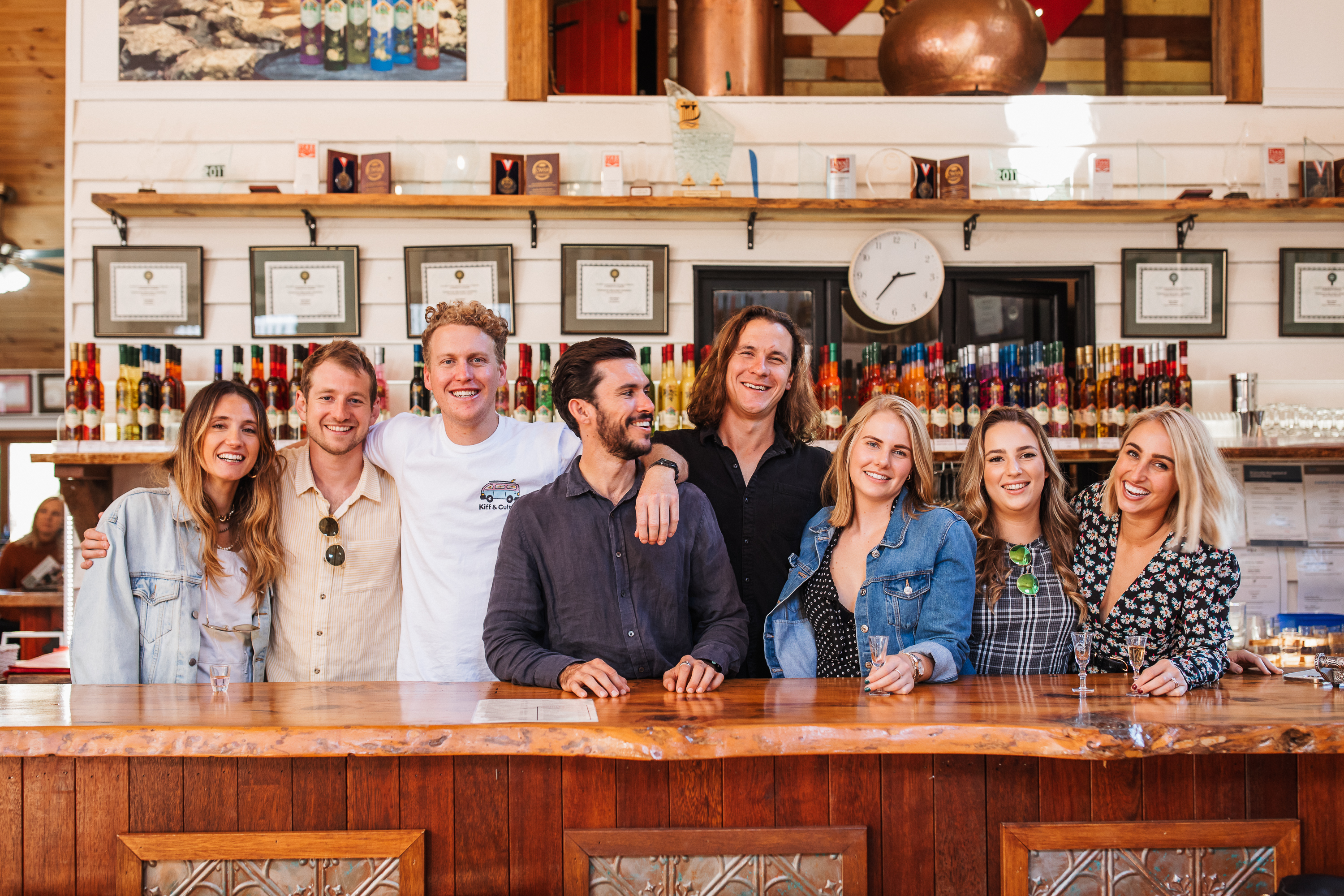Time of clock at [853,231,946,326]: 2:36
